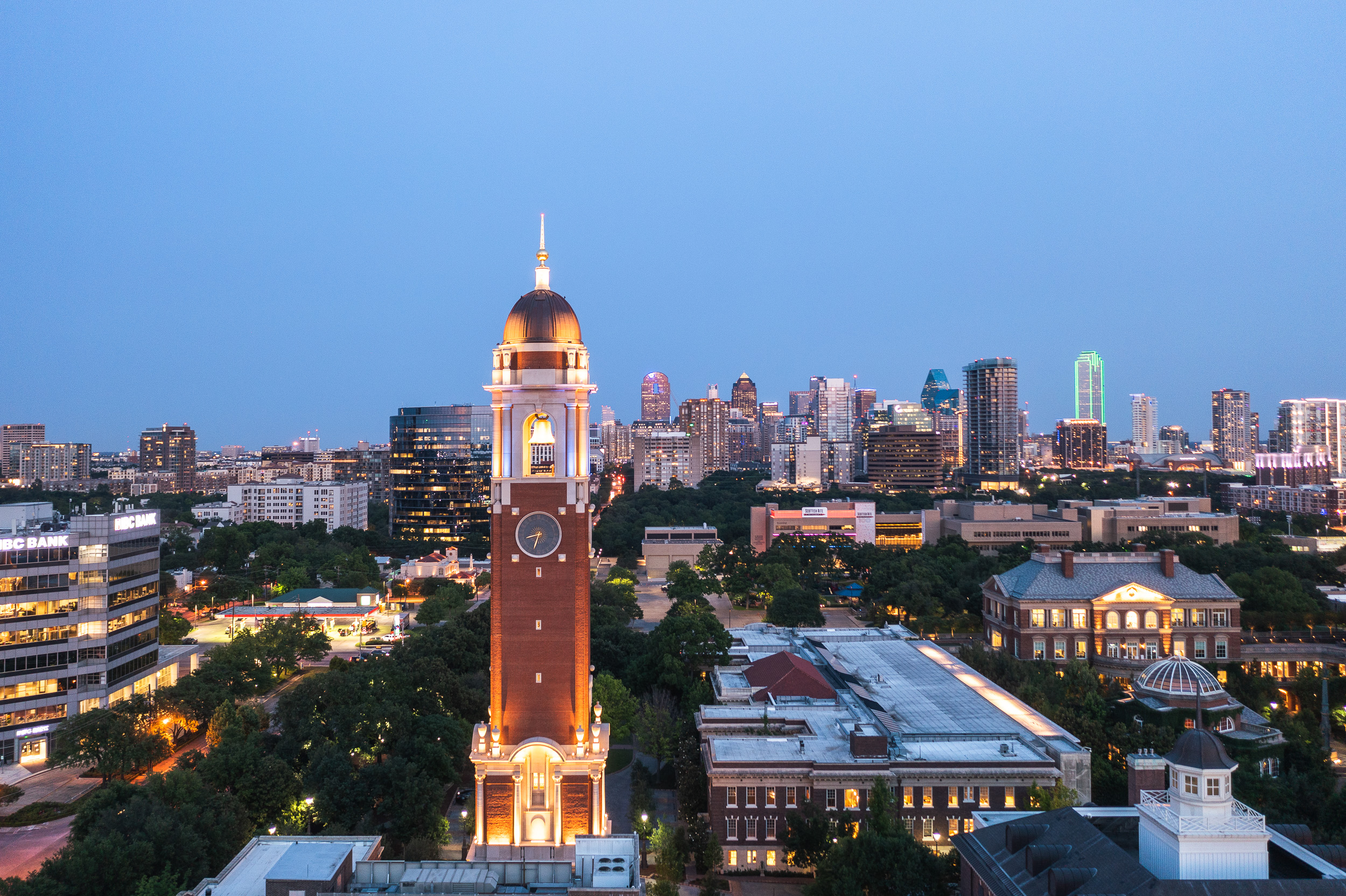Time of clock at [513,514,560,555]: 8:33
